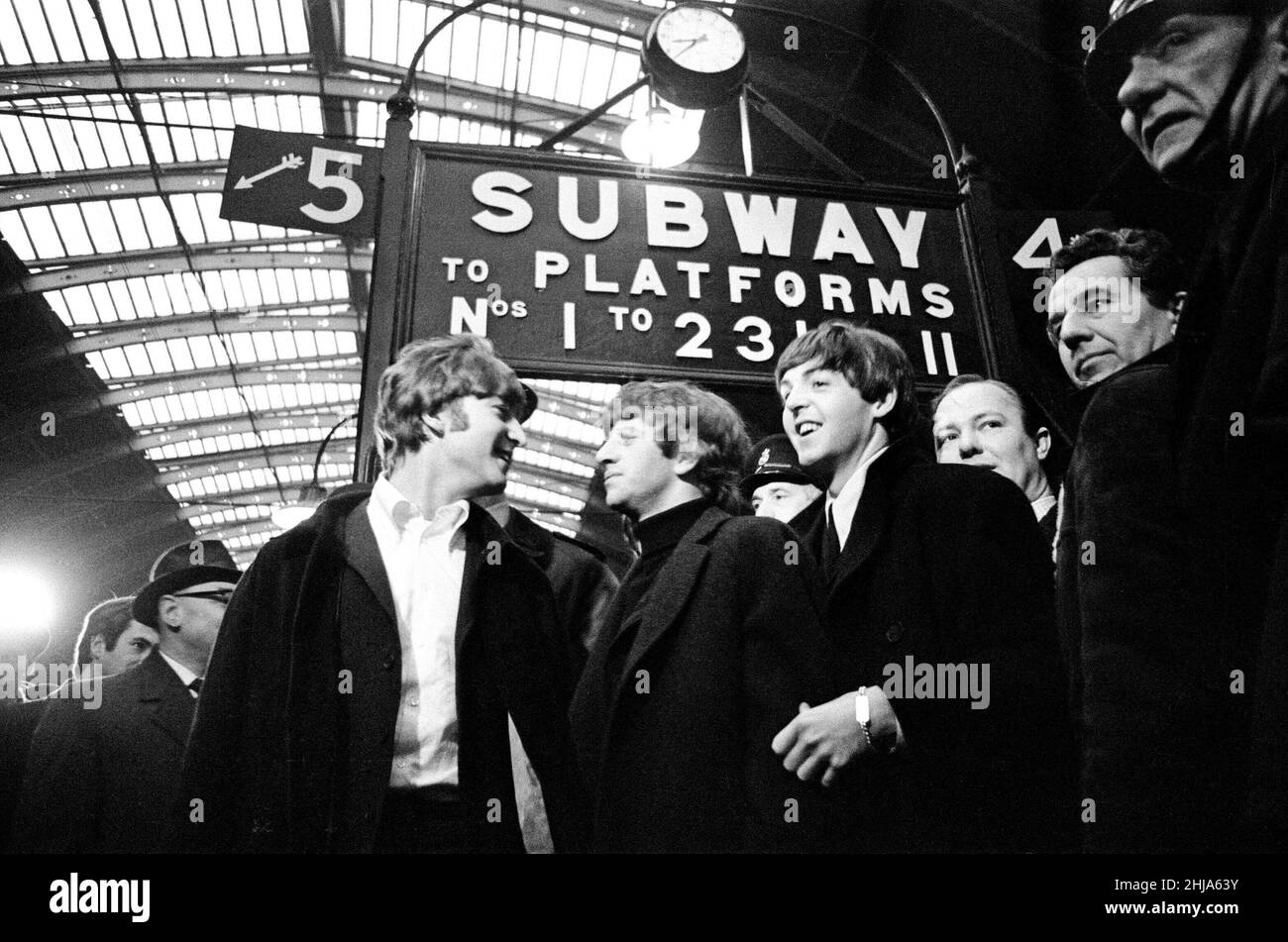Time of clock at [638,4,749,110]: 8:38
